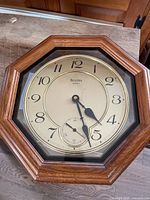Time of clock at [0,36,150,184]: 4:27
